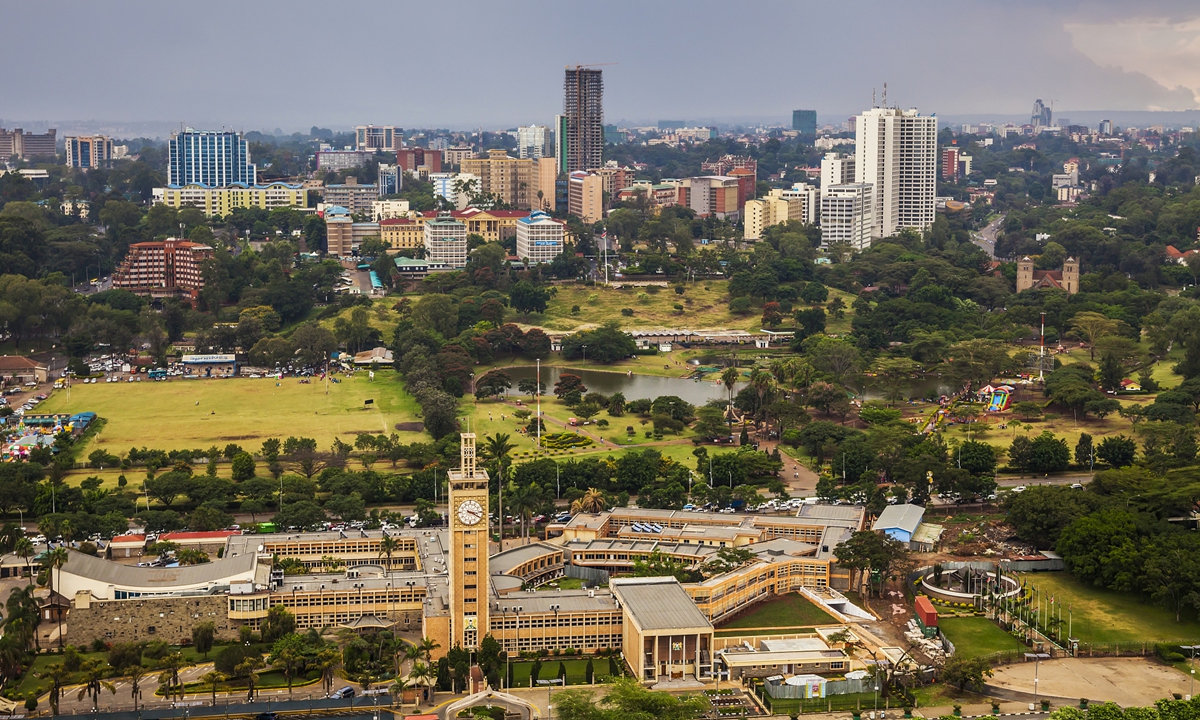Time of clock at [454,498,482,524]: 3:19
